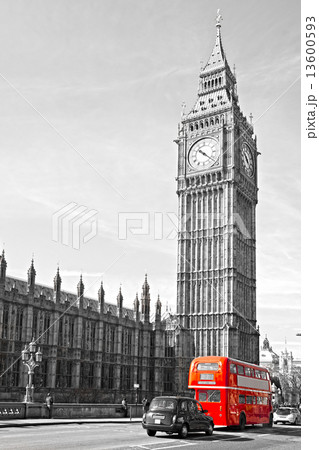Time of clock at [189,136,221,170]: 10:21
